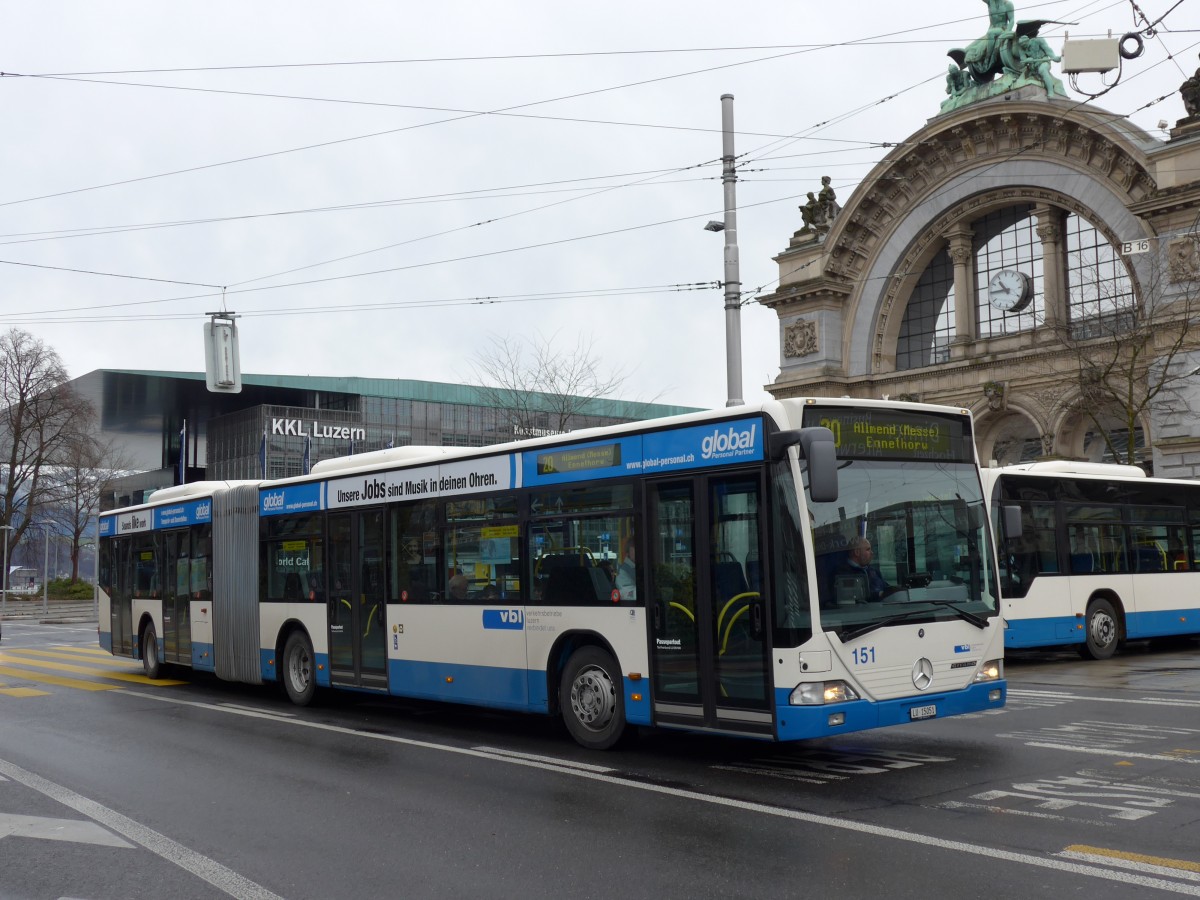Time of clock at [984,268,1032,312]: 10:45
